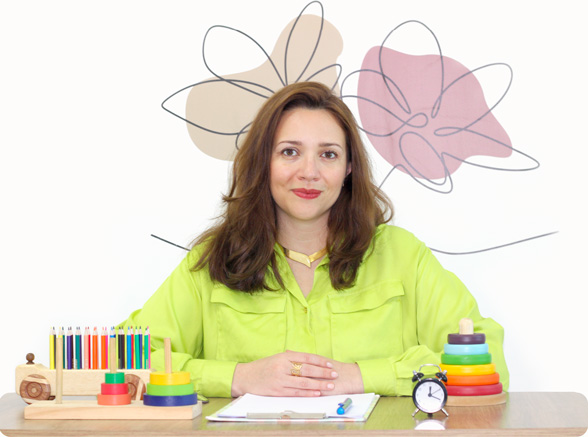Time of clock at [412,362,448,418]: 12:18
